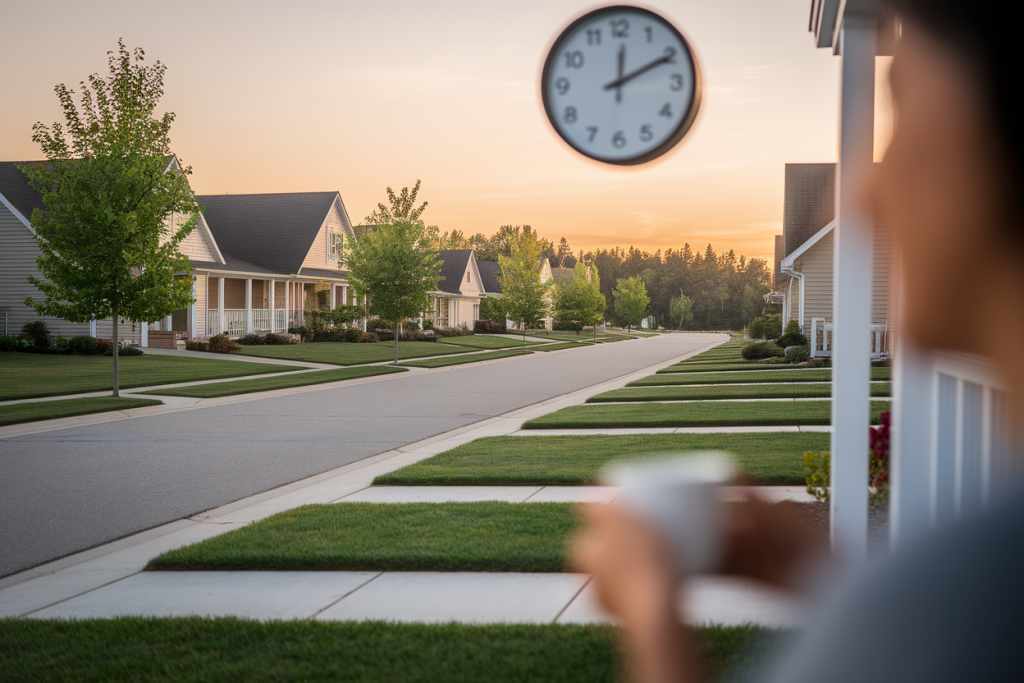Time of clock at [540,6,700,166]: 12:10
